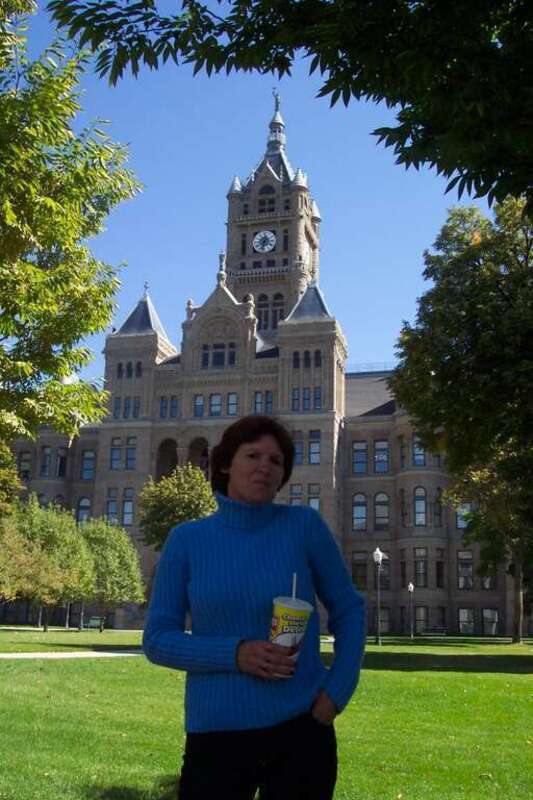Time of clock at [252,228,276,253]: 12:32
